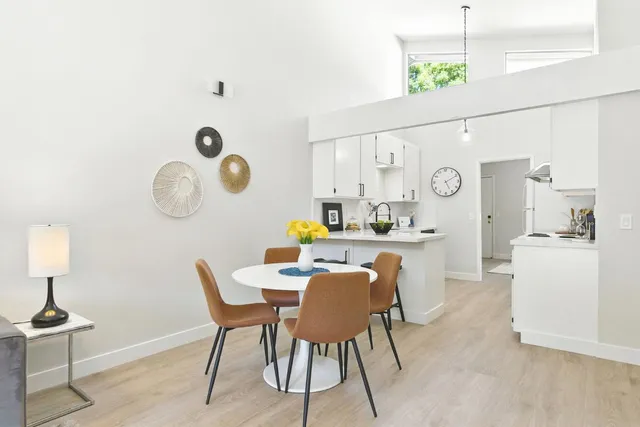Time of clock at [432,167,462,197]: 5:10
